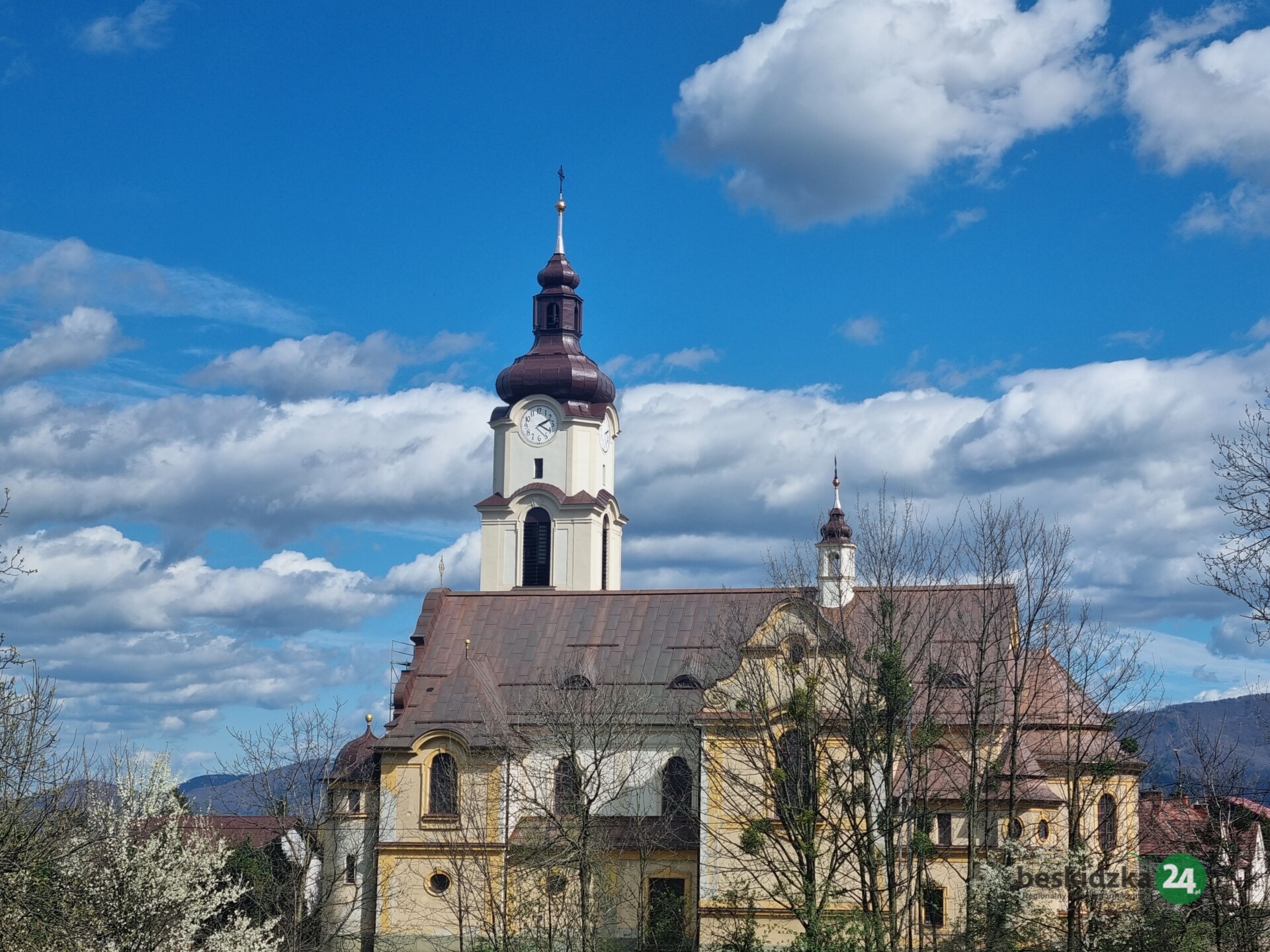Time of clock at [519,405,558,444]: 2:20
